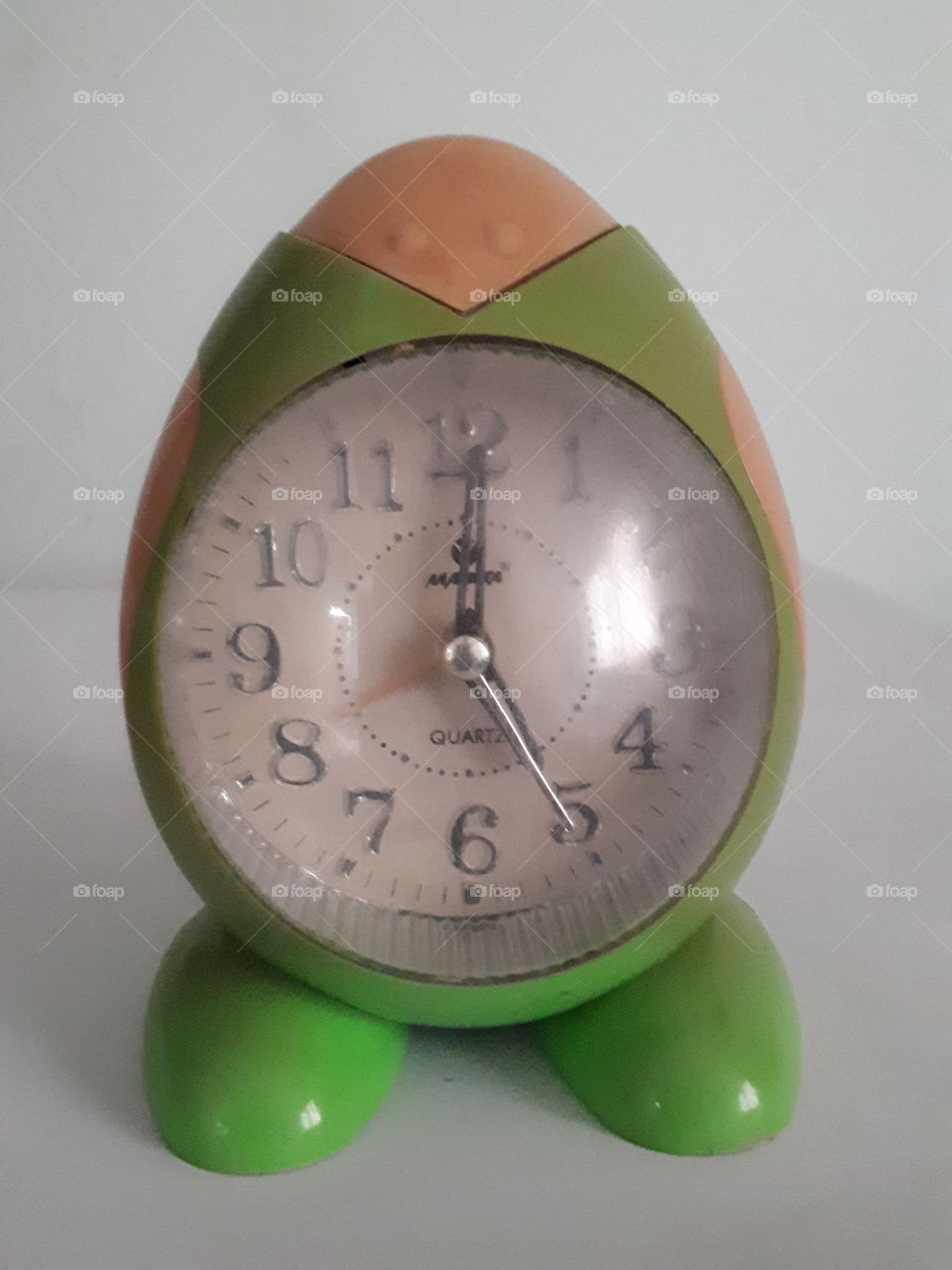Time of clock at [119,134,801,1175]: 5:00
